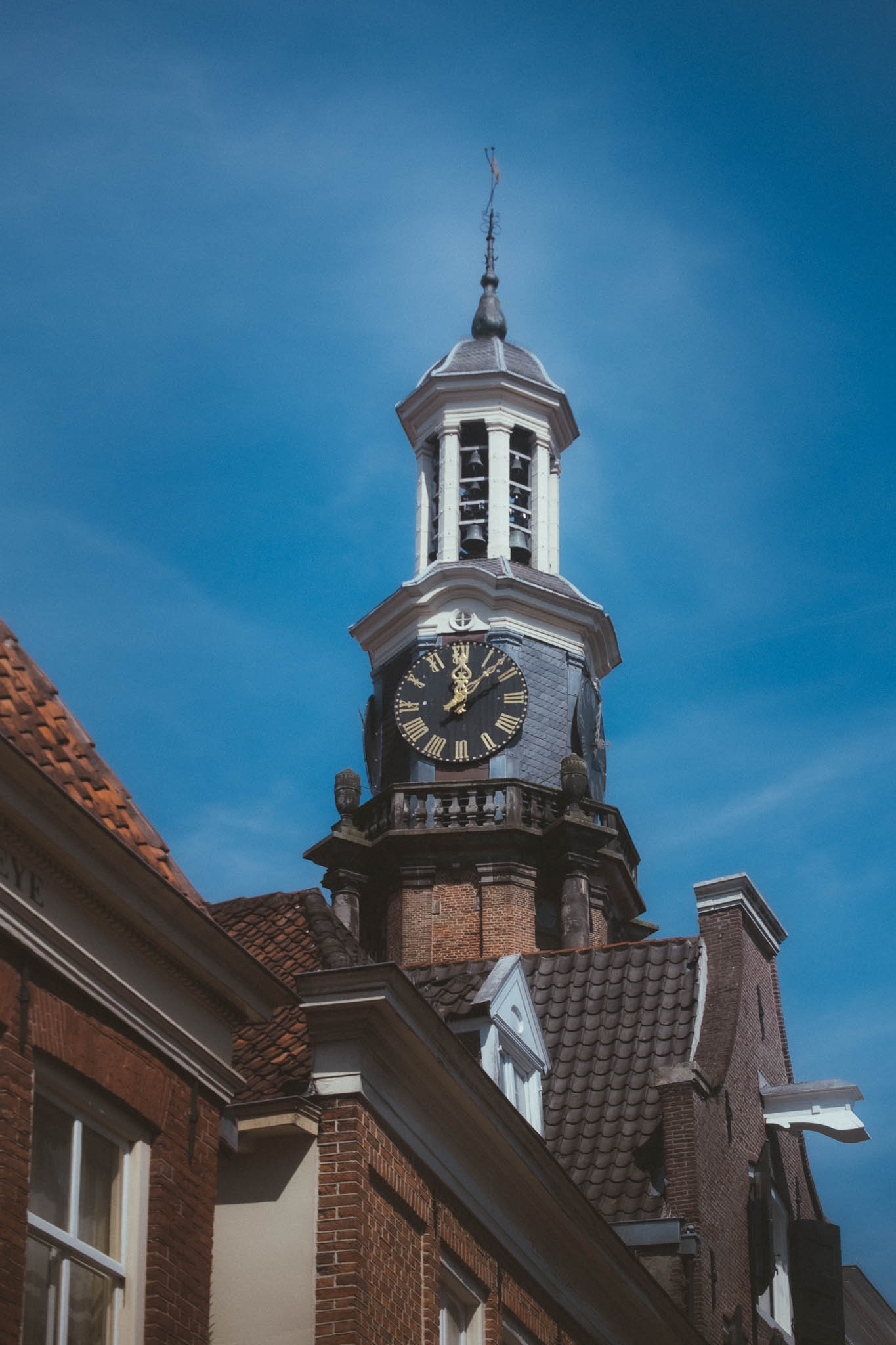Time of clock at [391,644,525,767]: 12:07
